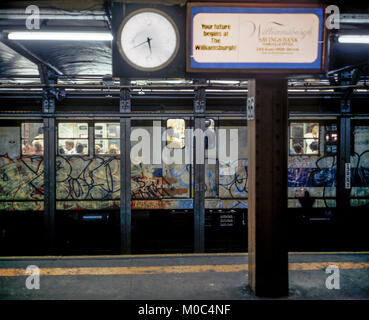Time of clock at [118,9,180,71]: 5:40
